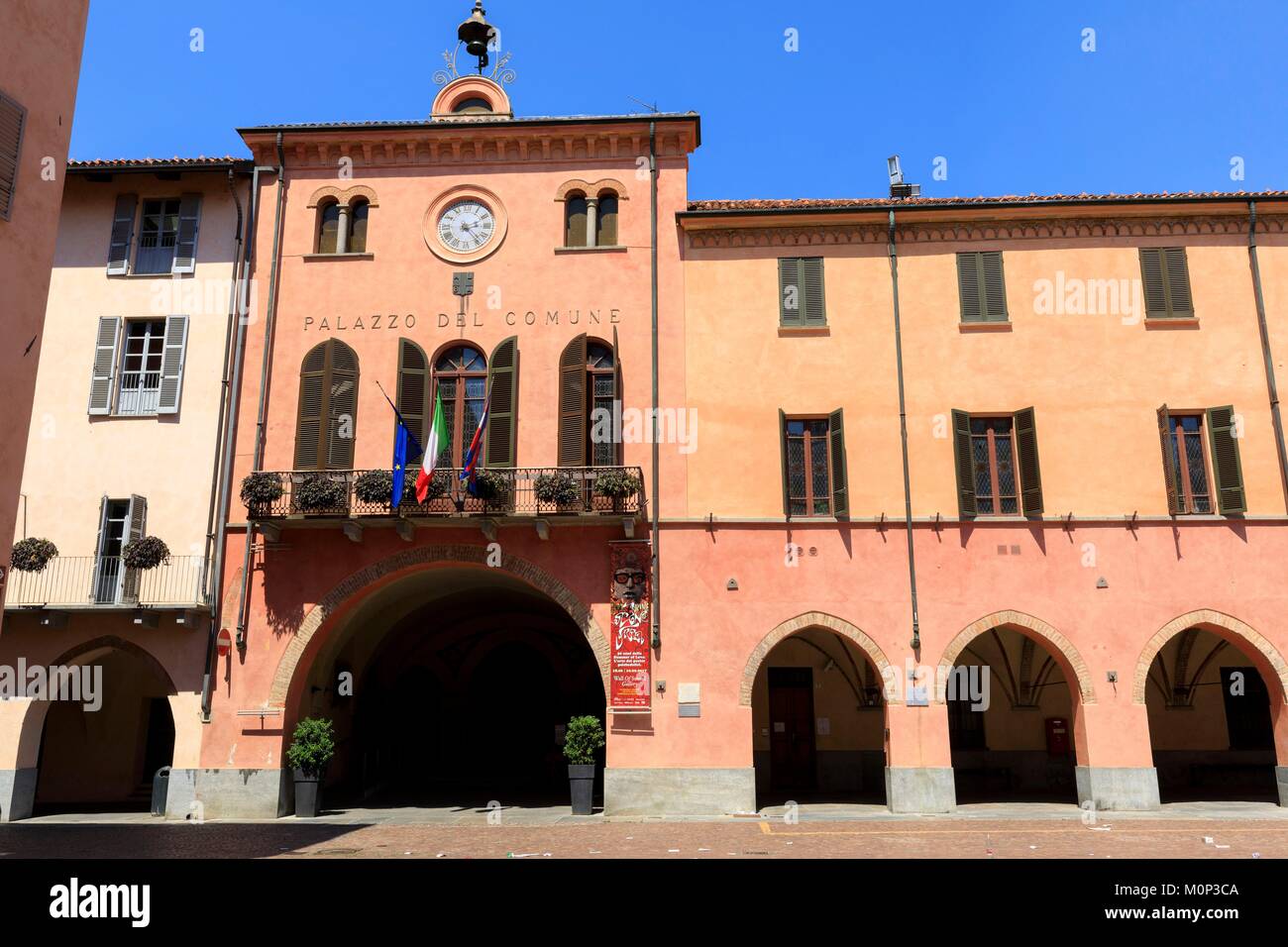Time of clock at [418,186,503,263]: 2:23
